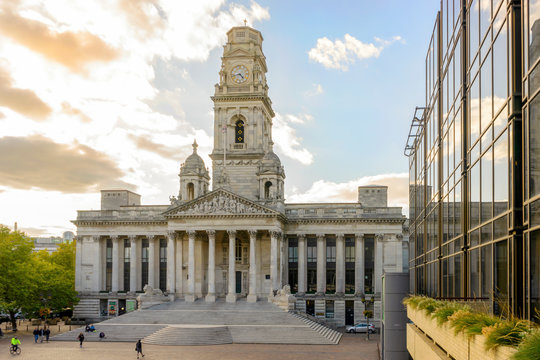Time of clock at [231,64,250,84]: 4:42
